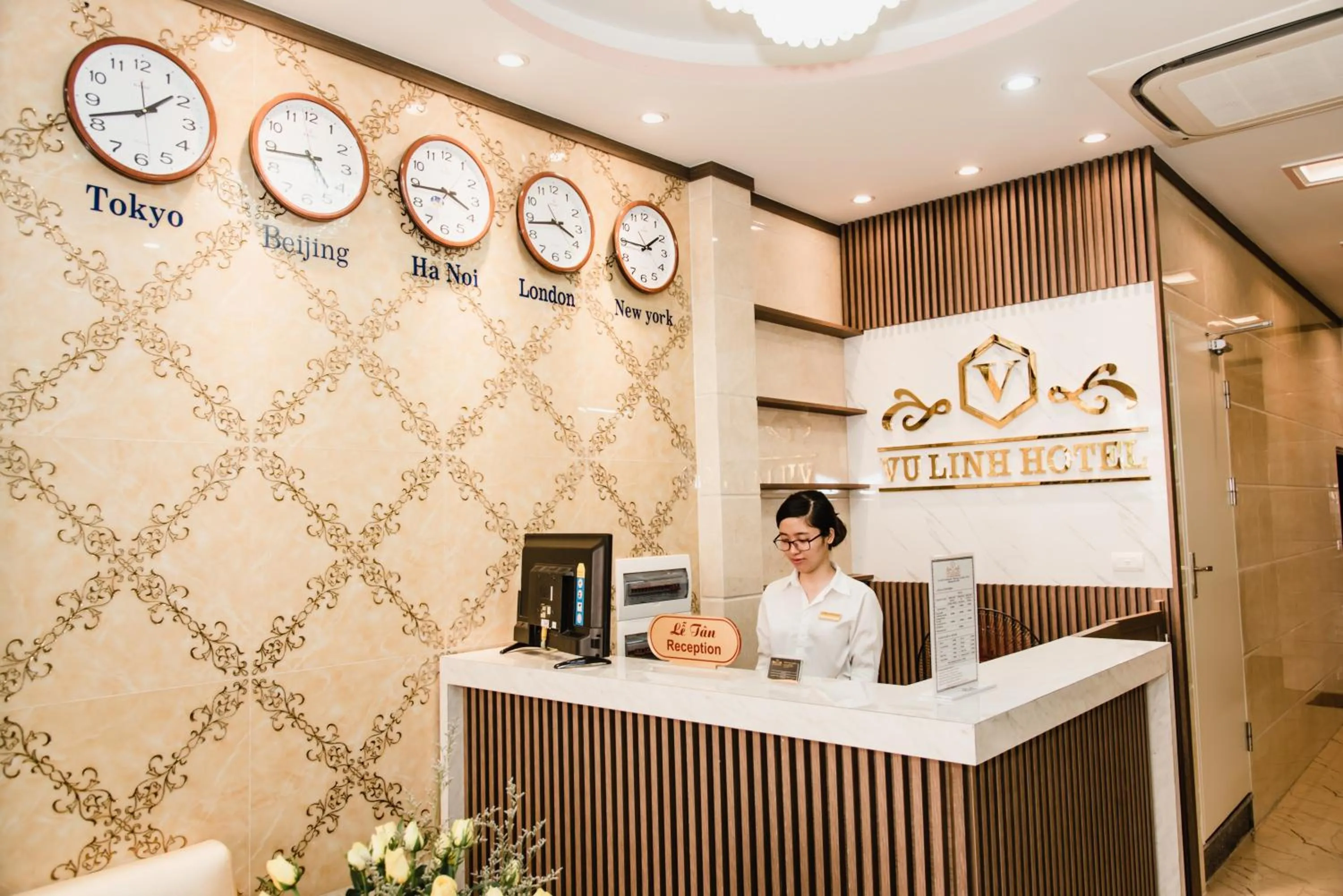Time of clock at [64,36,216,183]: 1:41
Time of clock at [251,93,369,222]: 4:43
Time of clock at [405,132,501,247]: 3:44
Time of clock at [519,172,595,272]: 3:43
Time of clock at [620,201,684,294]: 1:45
